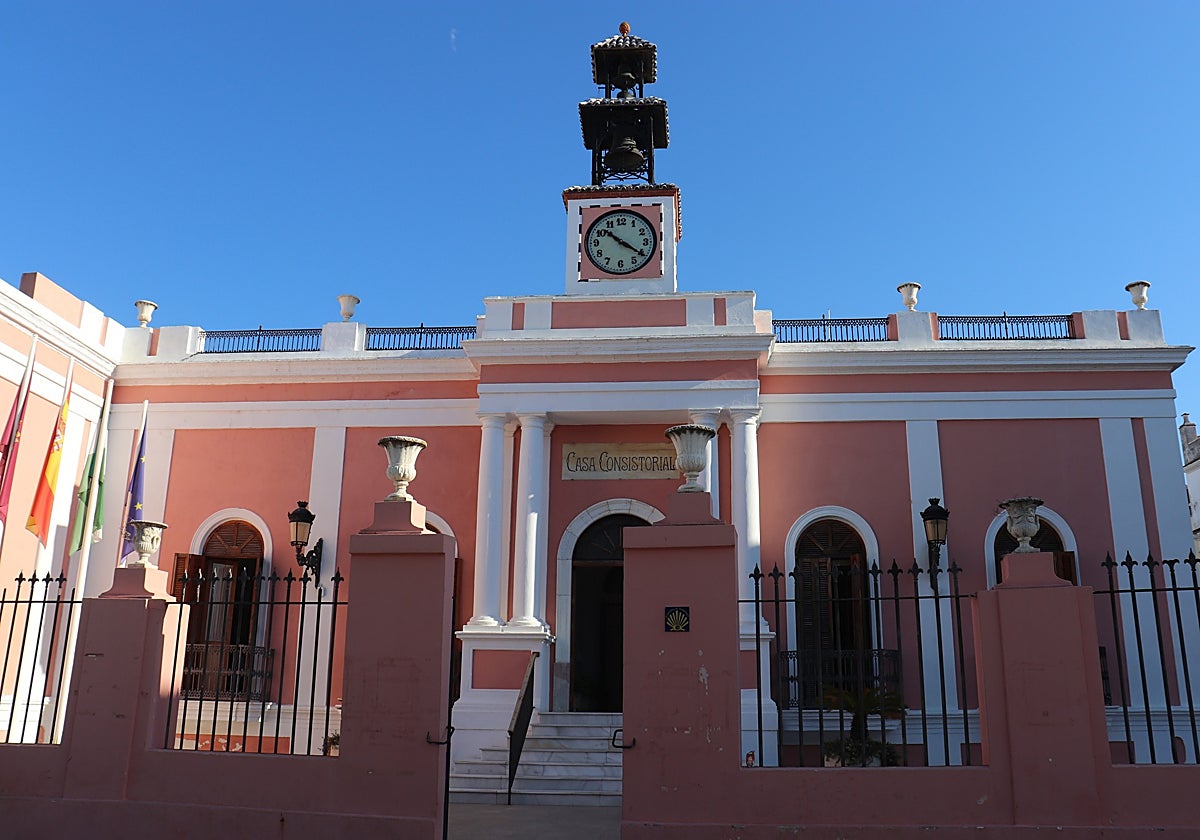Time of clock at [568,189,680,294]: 10:20
